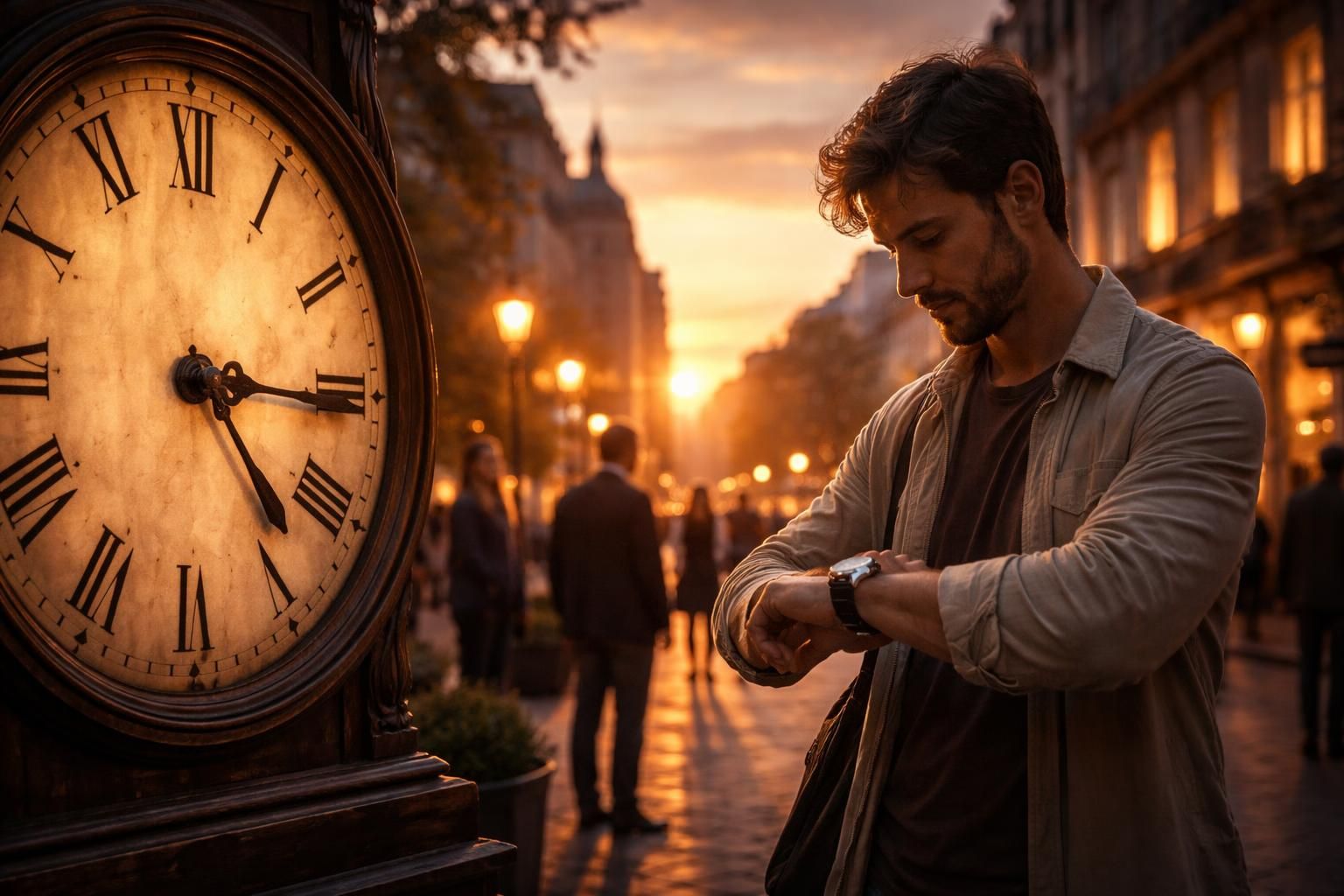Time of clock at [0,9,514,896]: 4:15
